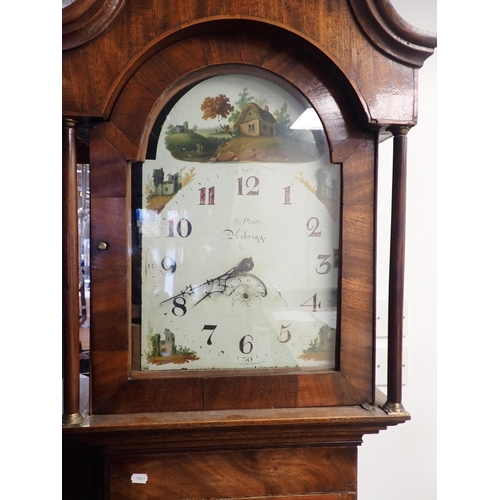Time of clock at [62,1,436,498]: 7:40
